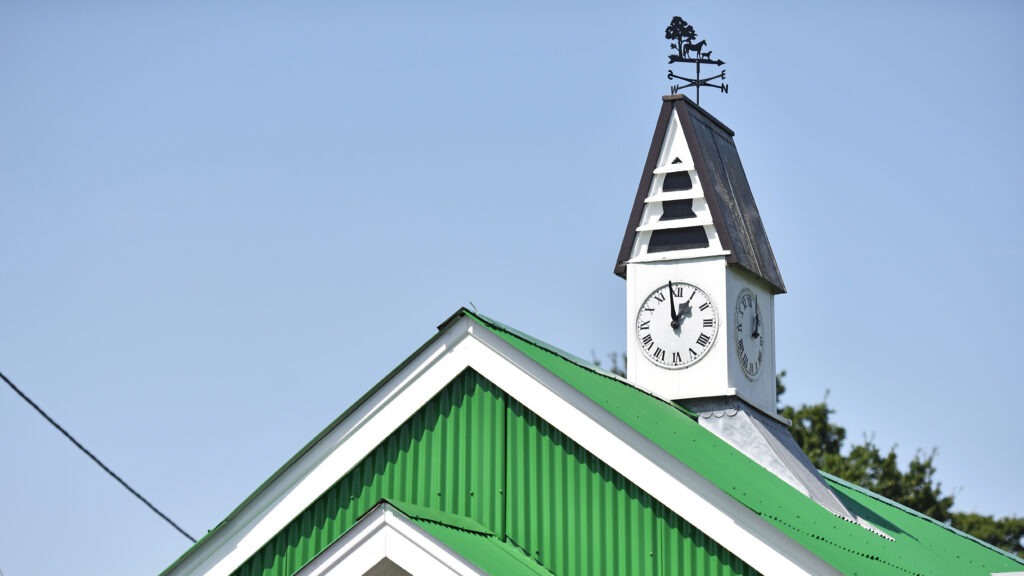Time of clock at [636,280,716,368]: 12:58
